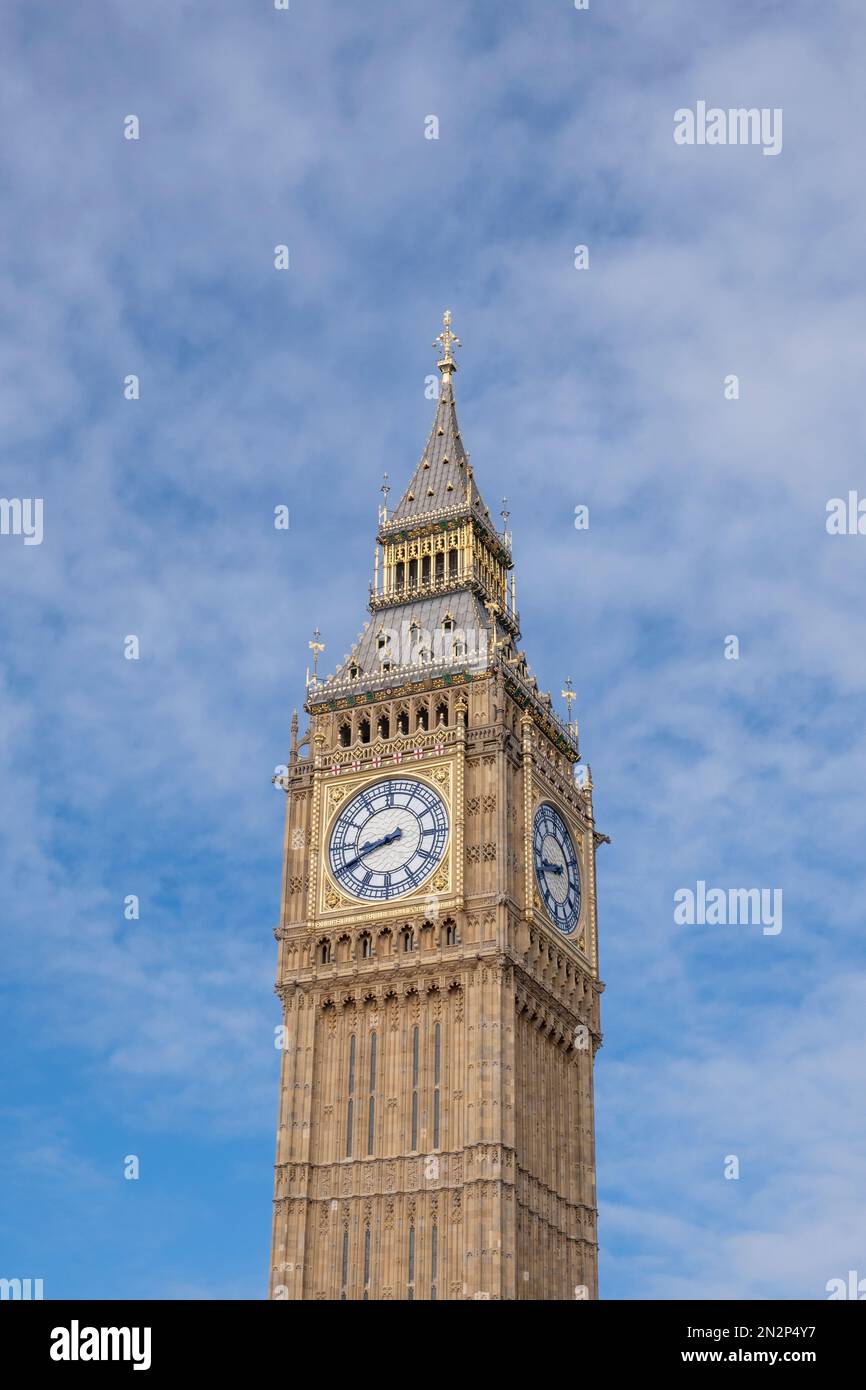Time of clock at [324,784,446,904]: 8:41
